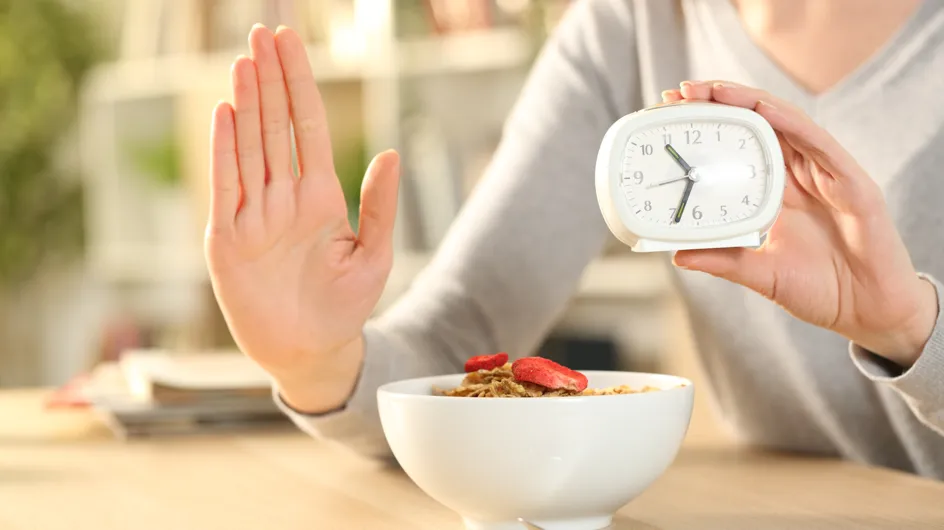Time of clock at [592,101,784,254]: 10:33
